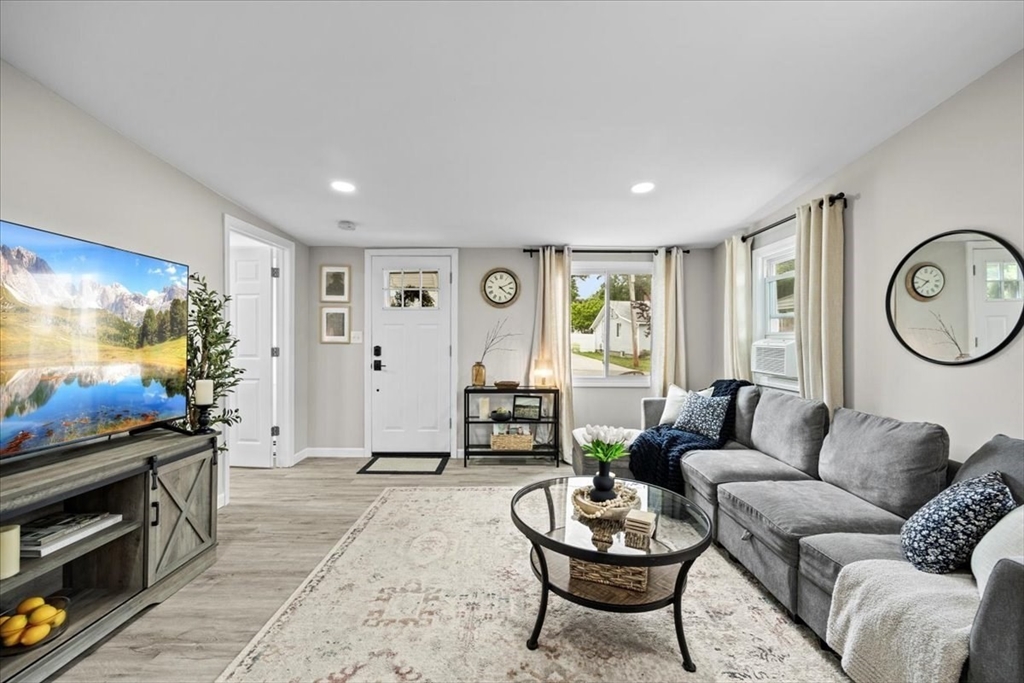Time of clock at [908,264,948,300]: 7:49
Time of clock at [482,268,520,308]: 4:10
